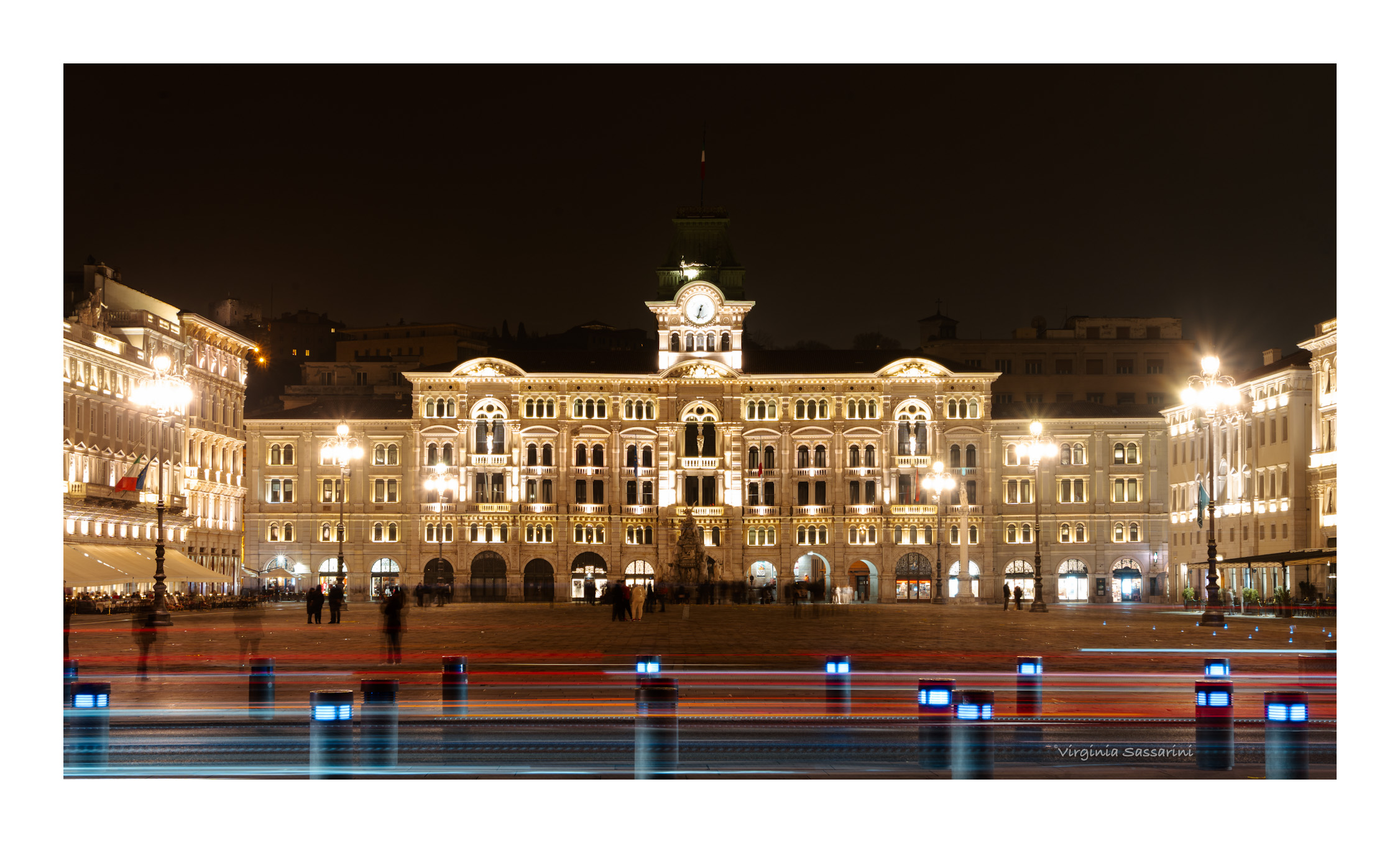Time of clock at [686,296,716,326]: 6:32
